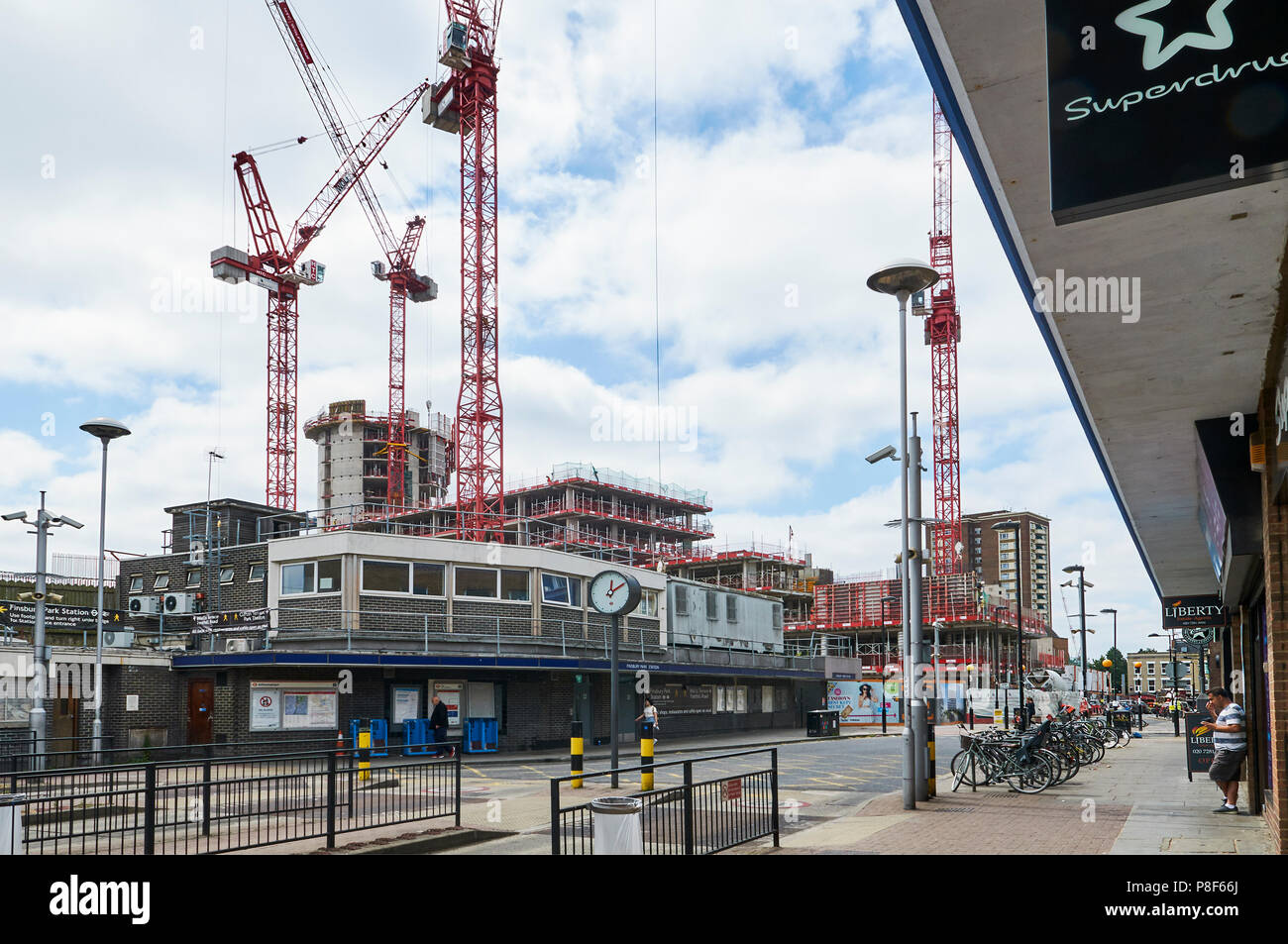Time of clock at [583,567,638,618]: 12:09
